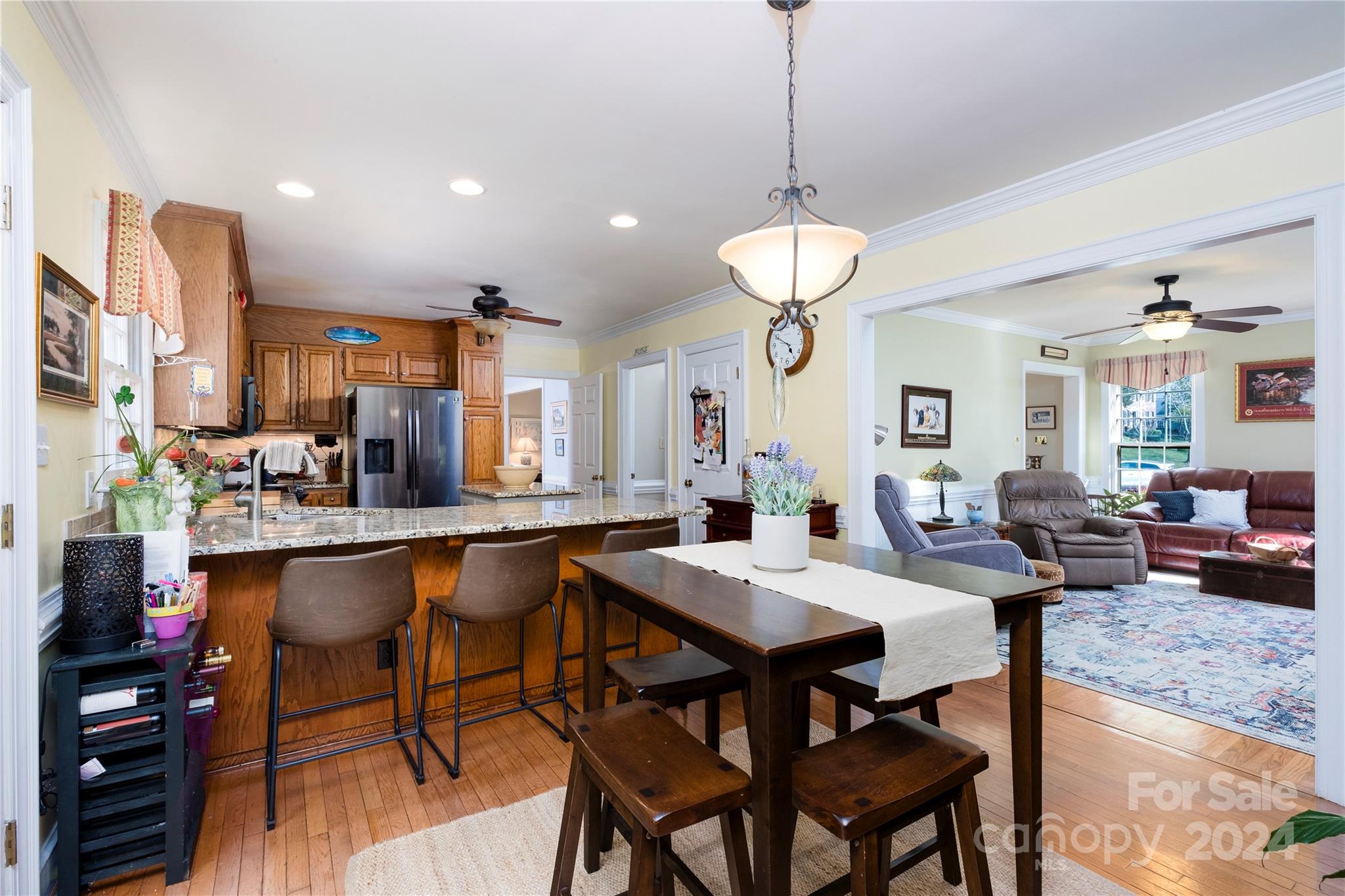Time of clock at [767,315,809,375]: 4:49
